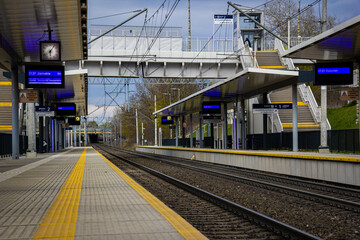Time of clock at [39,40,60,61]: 6:06
